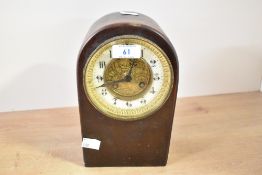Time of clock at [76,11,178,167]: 12:42
